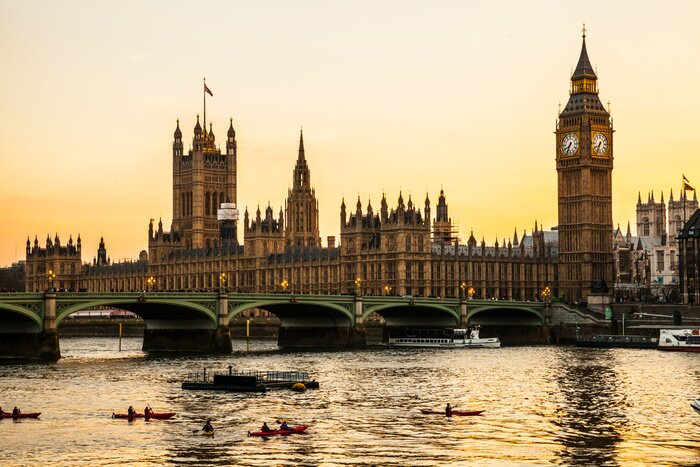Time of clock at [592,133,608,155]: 7:33
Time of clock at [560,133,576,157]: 7:34
